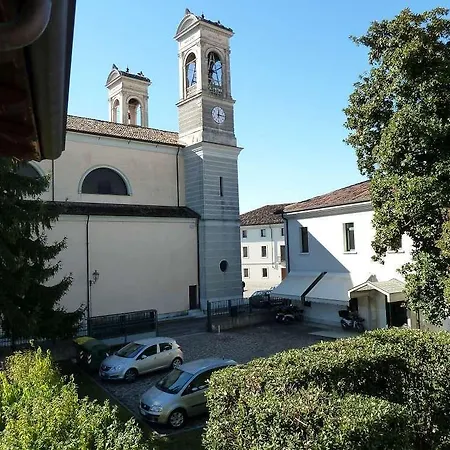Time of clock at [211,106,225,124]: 12:14
